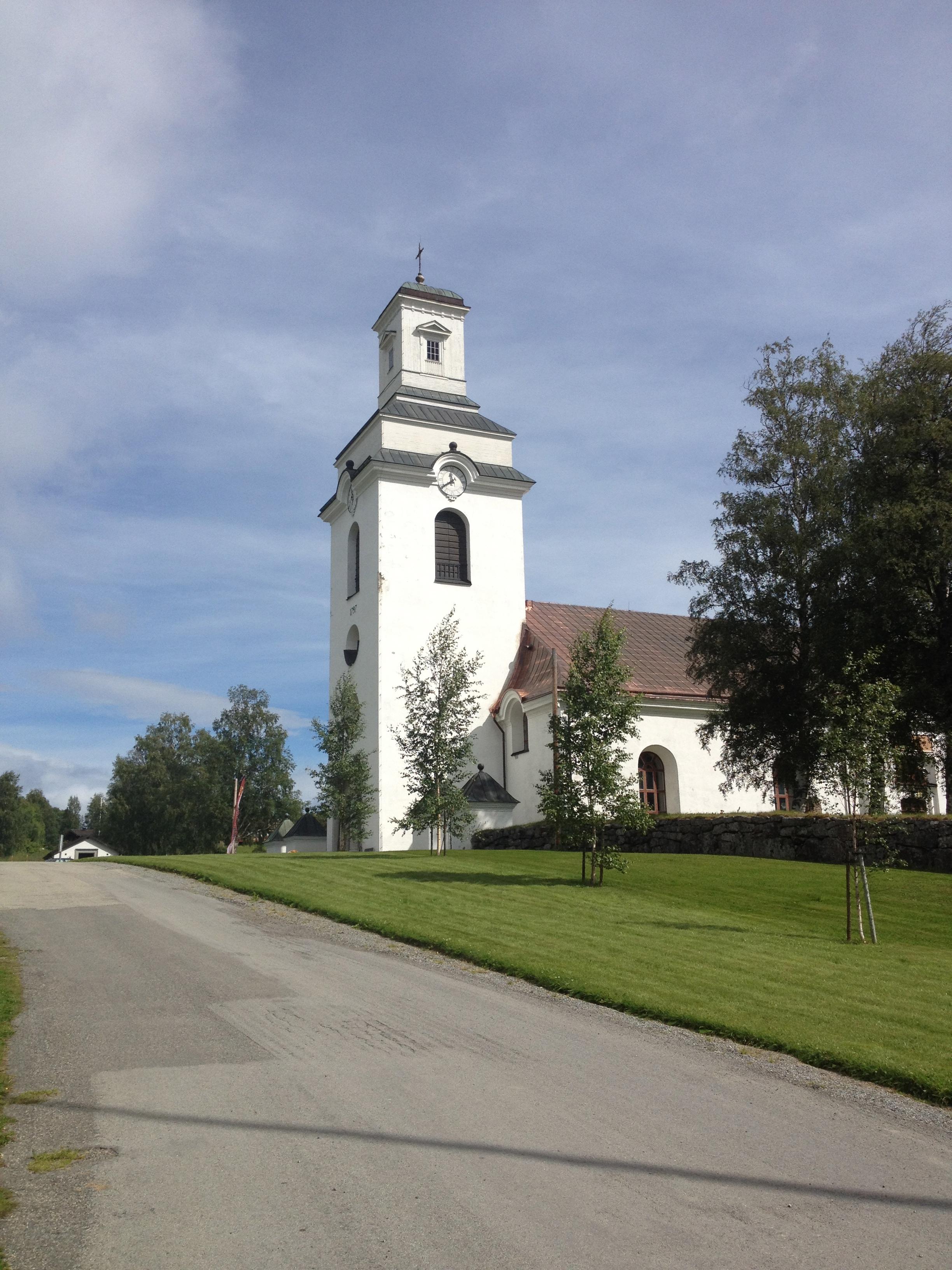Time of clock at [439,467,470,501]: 11:39
